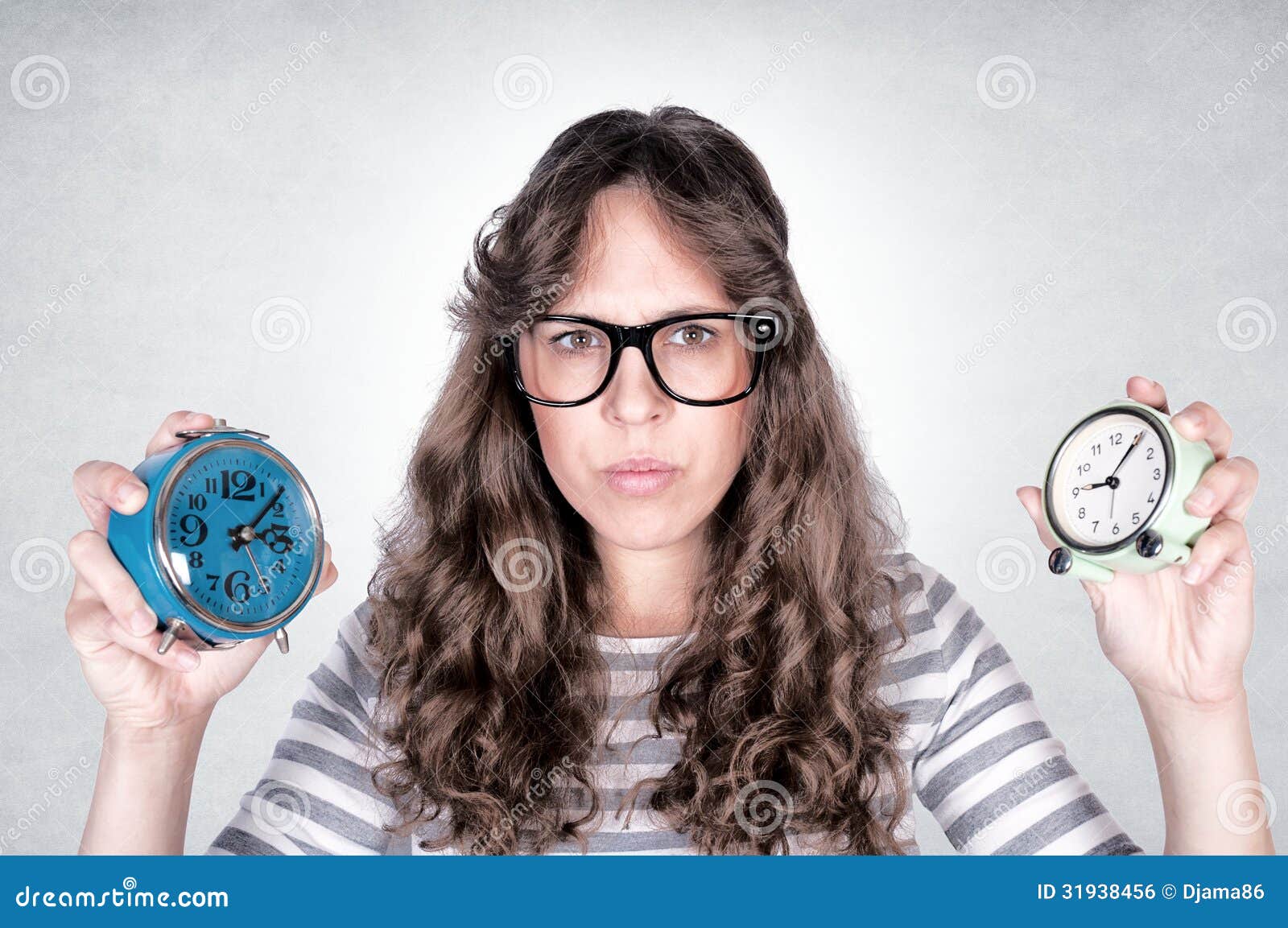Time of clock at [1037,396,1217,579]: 9:06
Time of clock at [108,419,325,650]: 3:07
